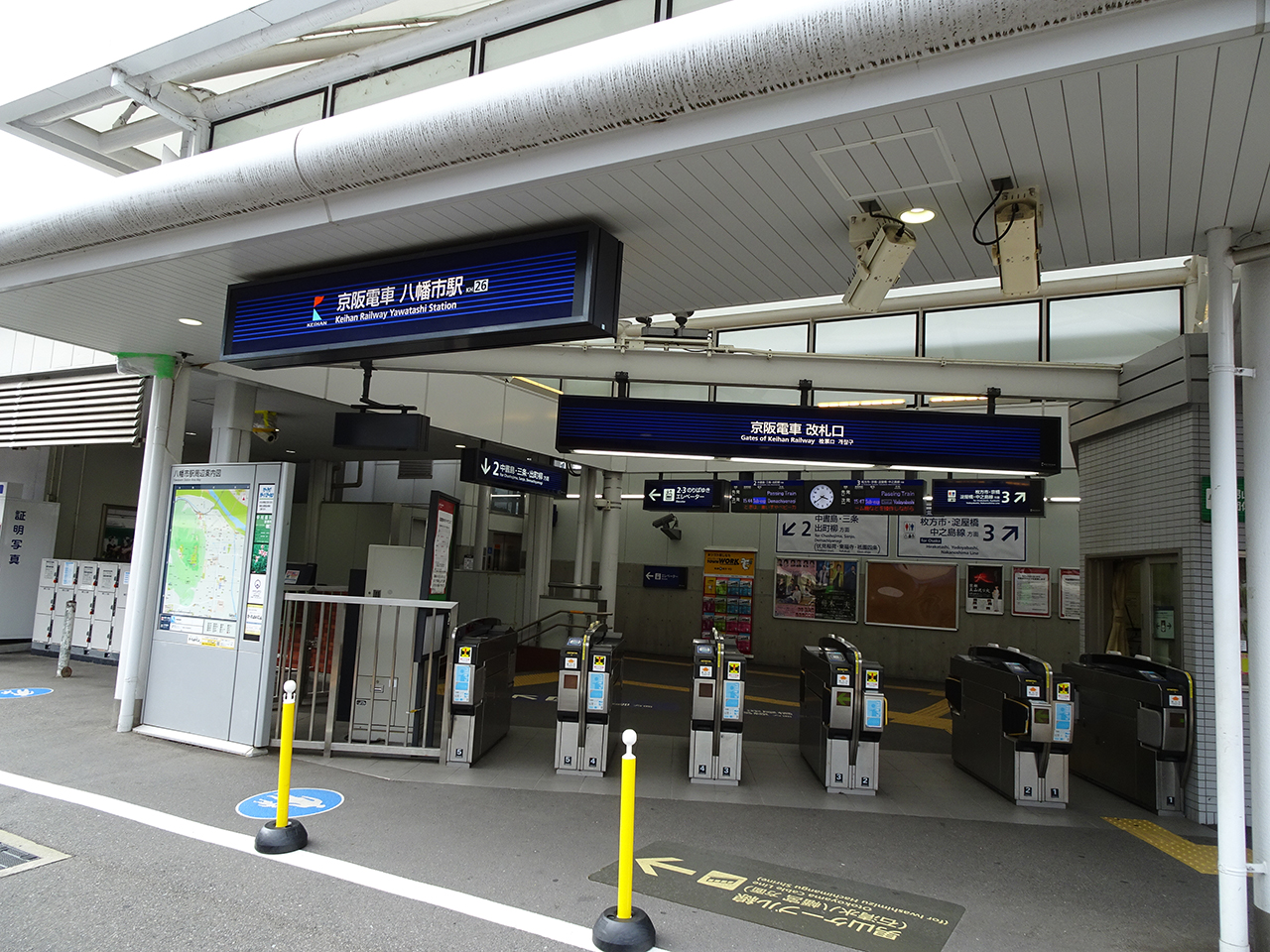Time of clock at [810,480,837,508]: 3:39
